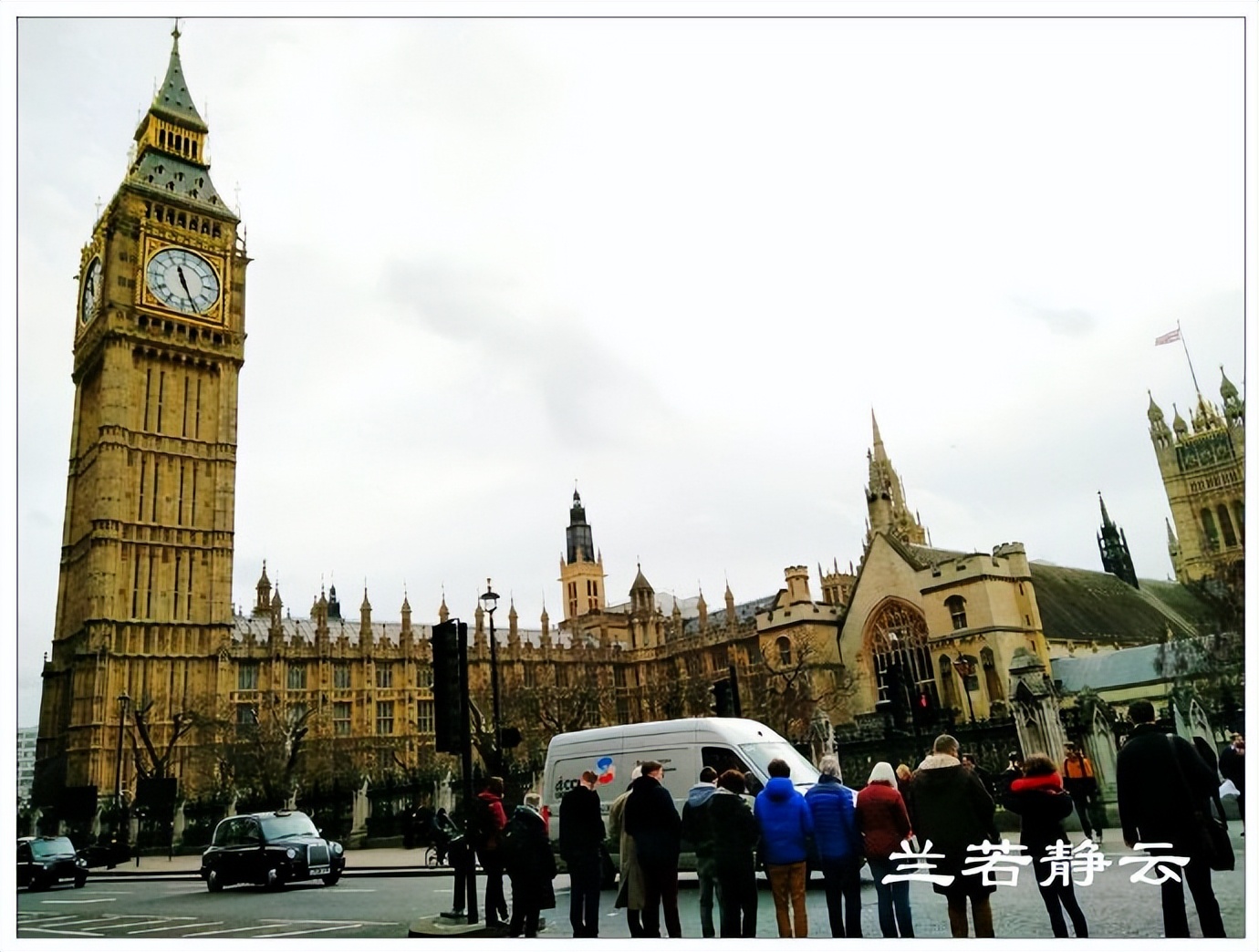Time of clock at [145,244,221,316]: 11:26
